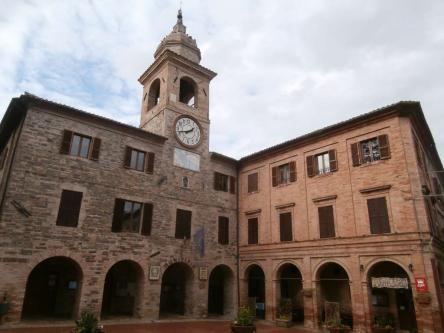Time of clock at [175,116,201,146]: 1:42
